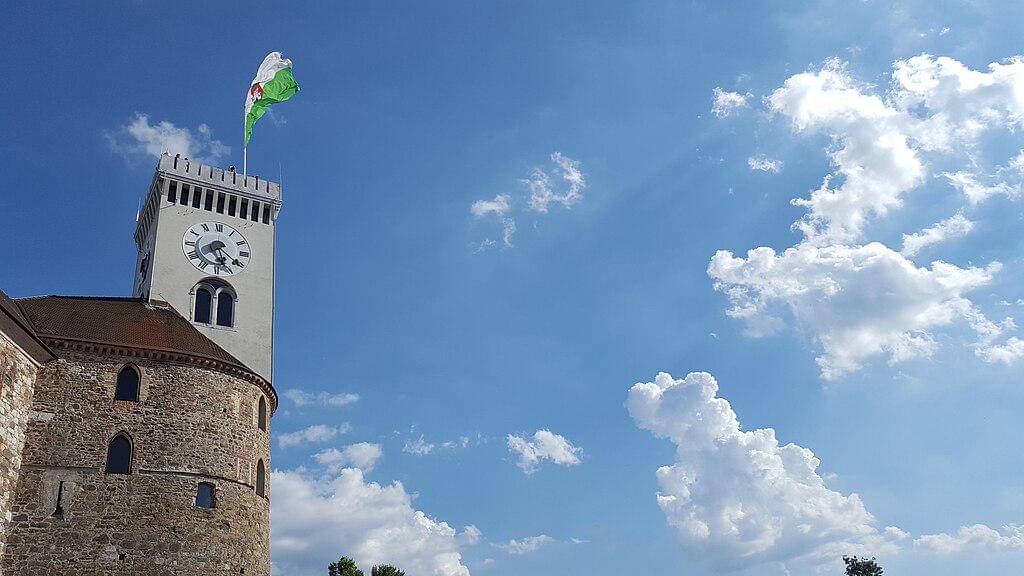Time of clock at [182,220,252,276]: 5:20
